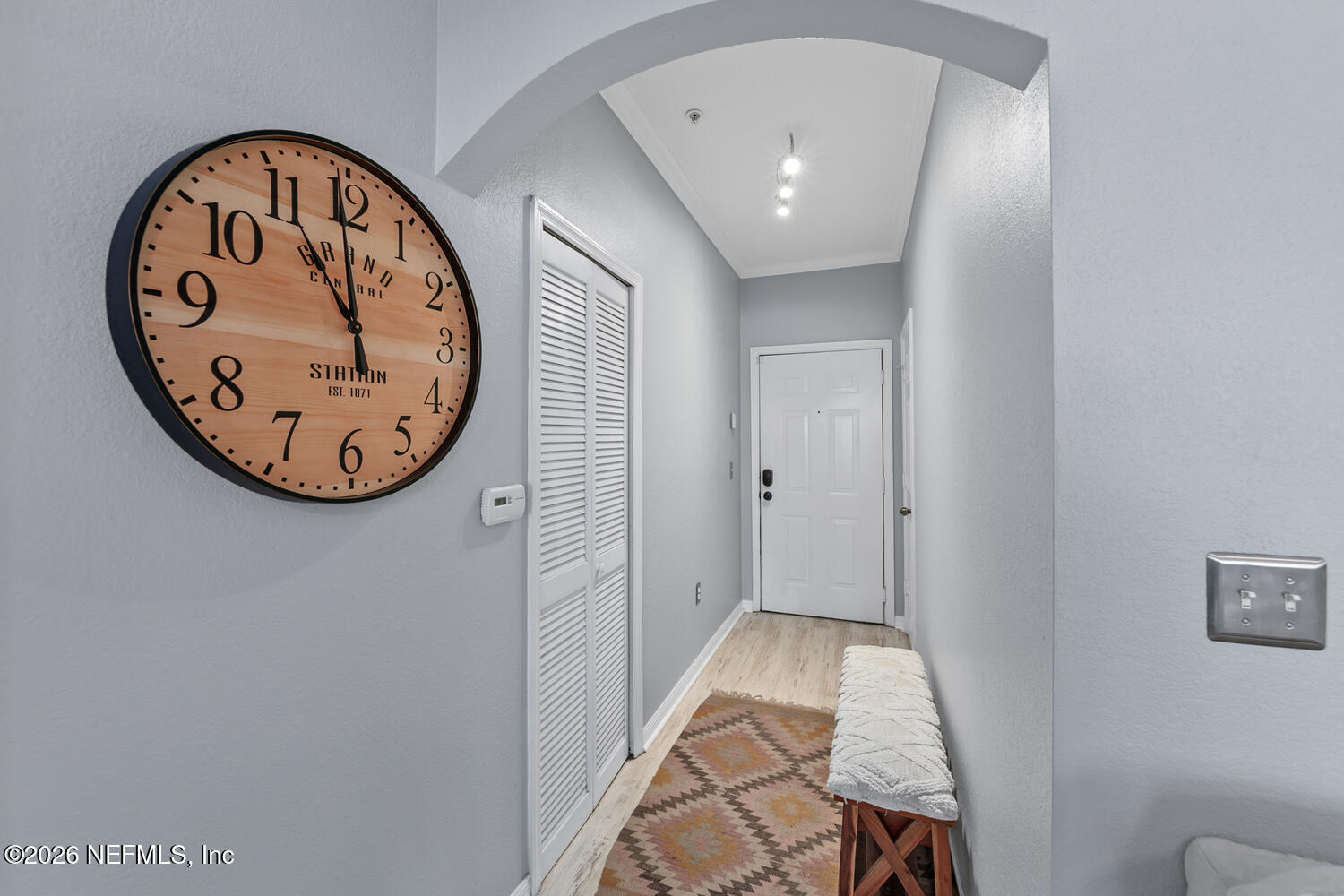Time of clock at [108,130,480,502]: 10:59
